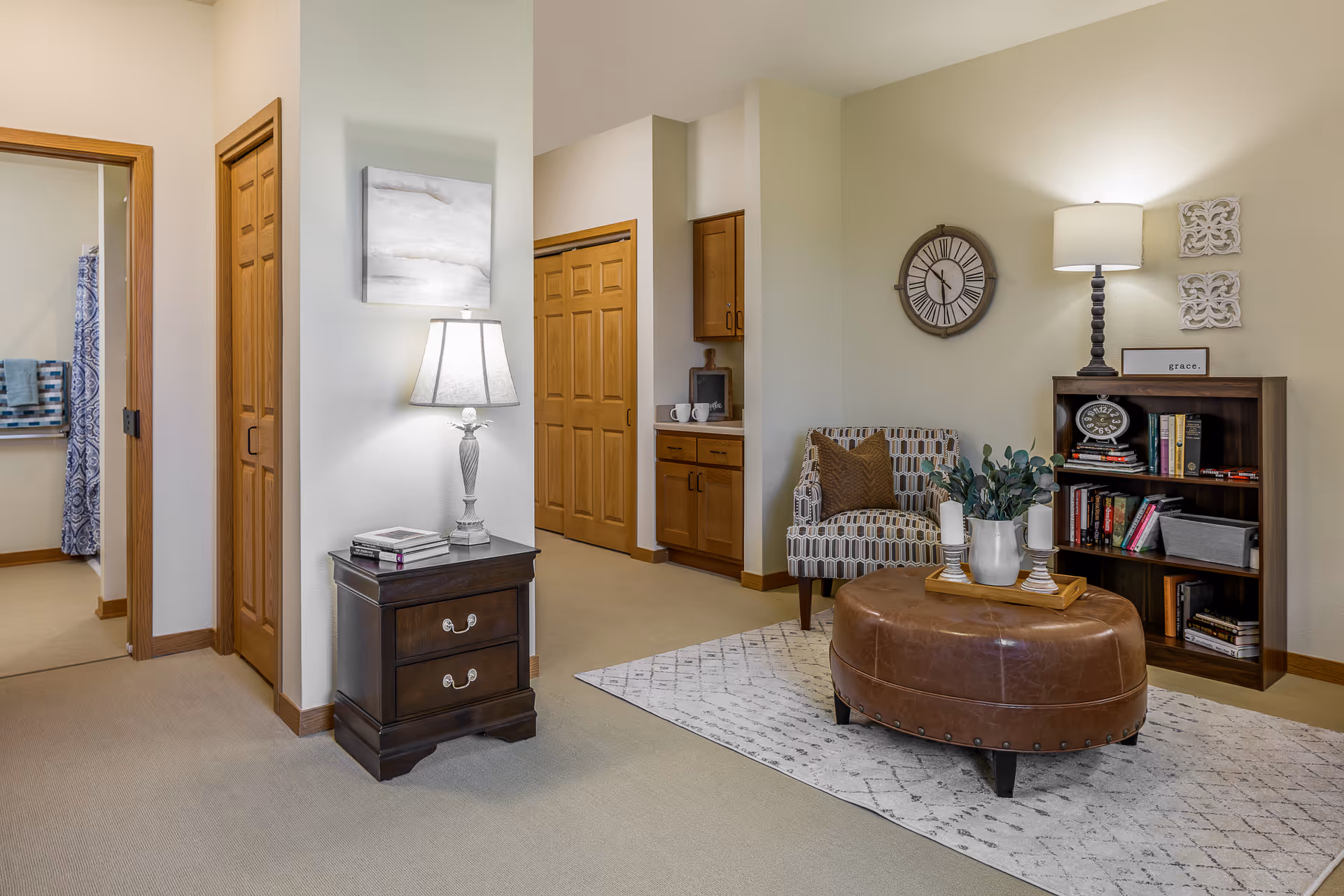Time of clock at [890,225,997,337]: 5:51
